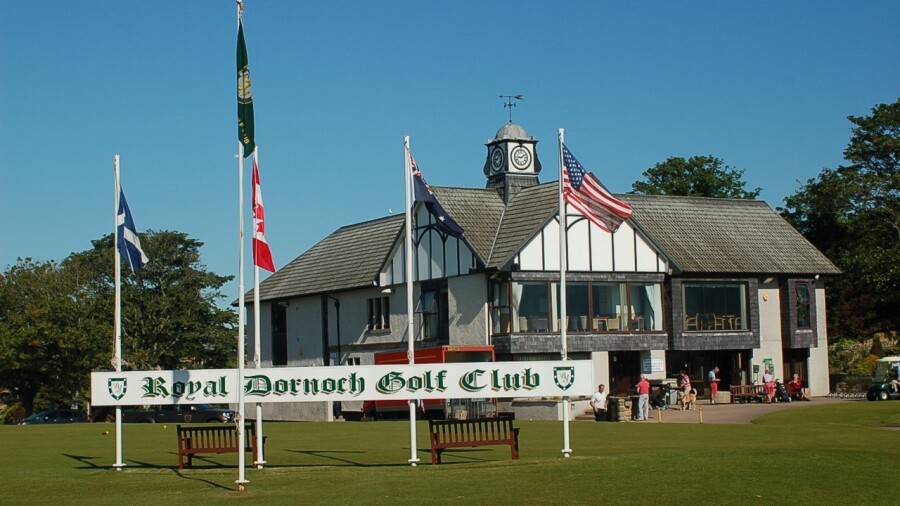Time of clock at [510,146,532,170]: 9:10
